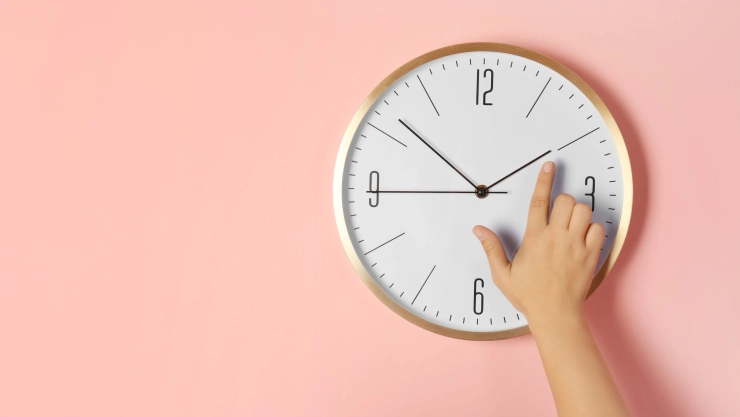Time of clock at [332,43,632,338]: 1:51
